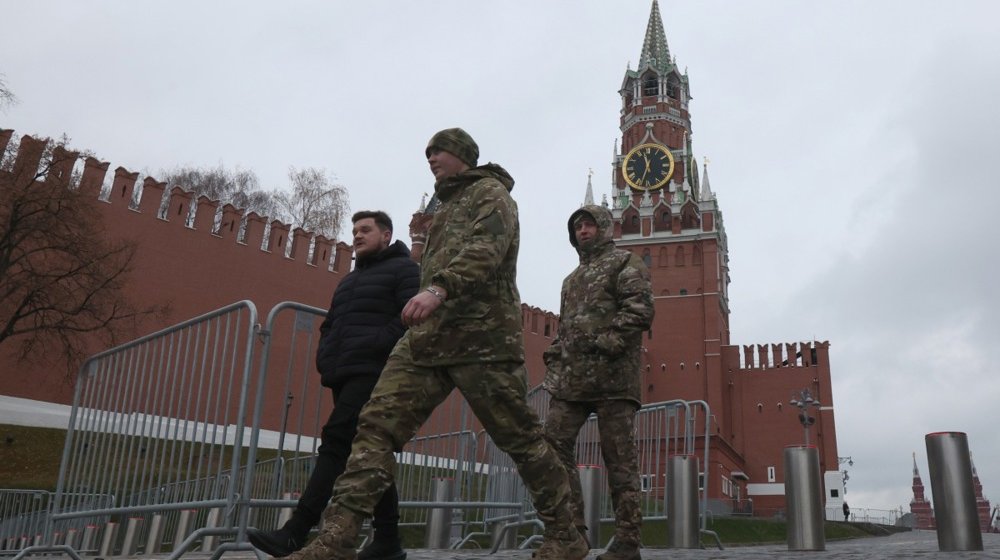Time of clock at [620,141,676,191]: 11:33
